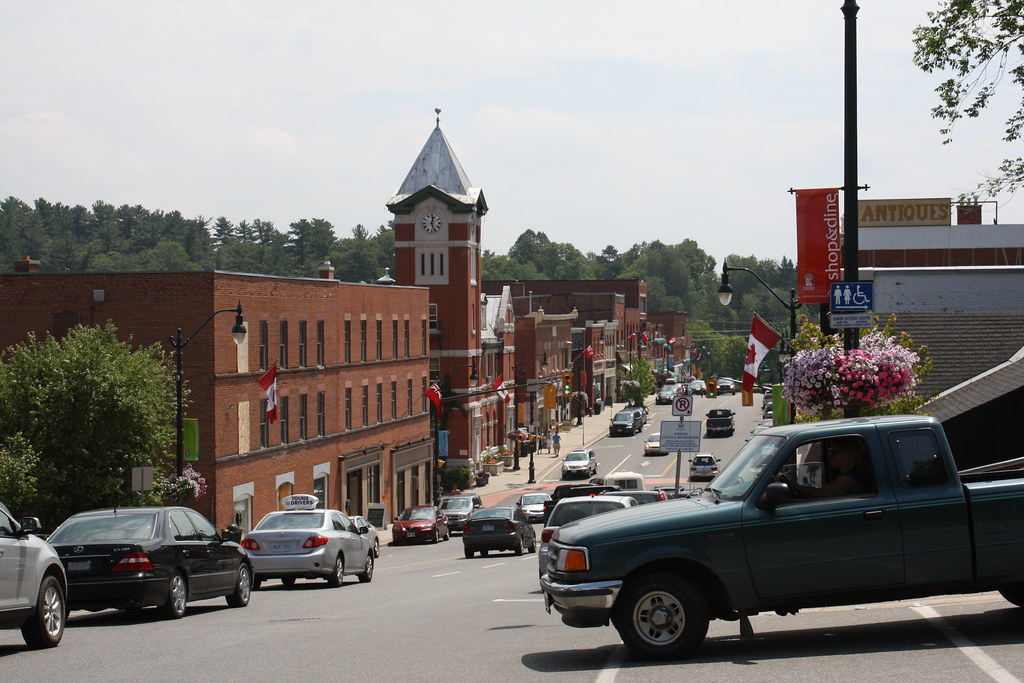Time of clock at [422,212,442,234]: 12:26
